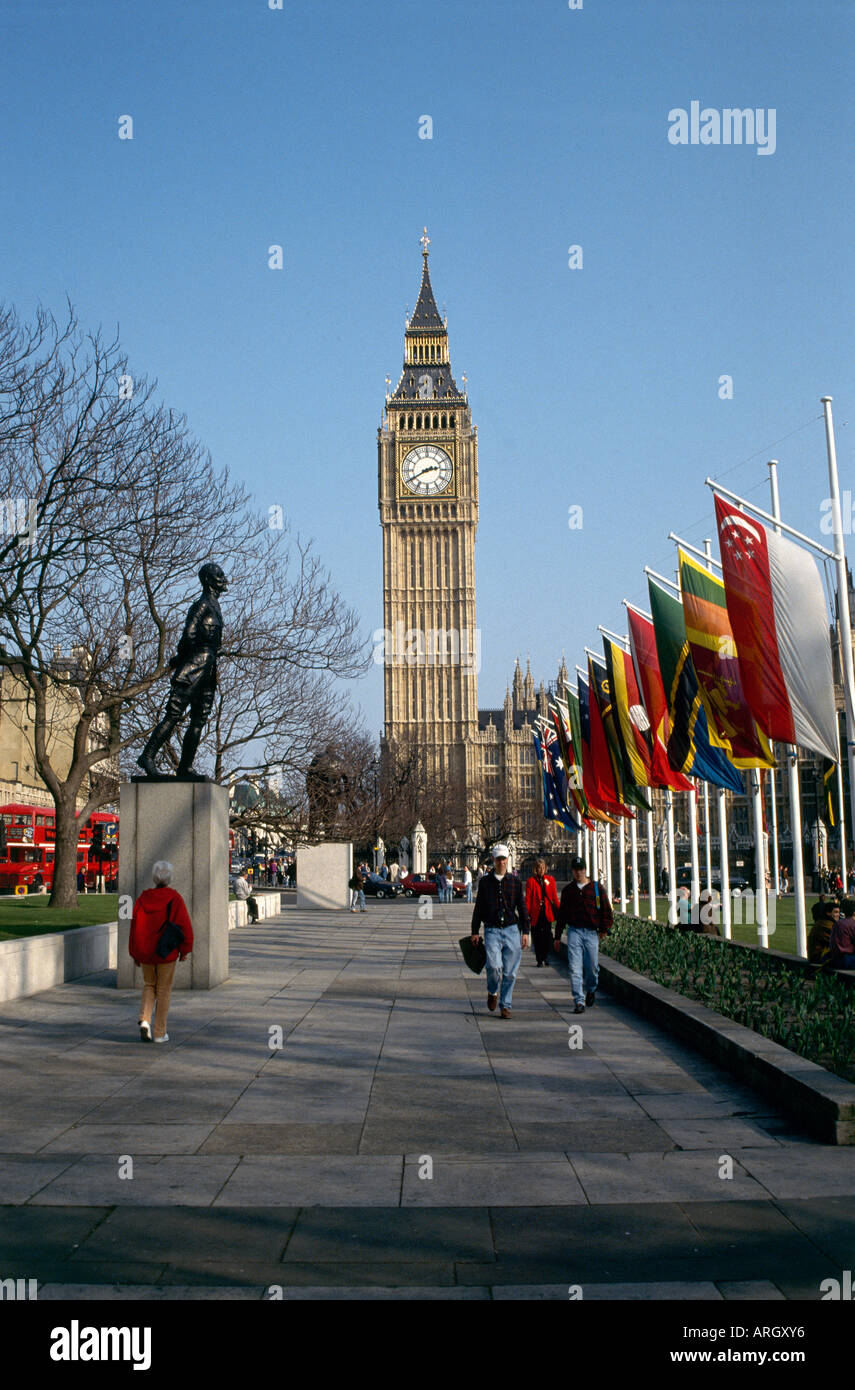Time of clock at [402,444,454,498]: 2:40
